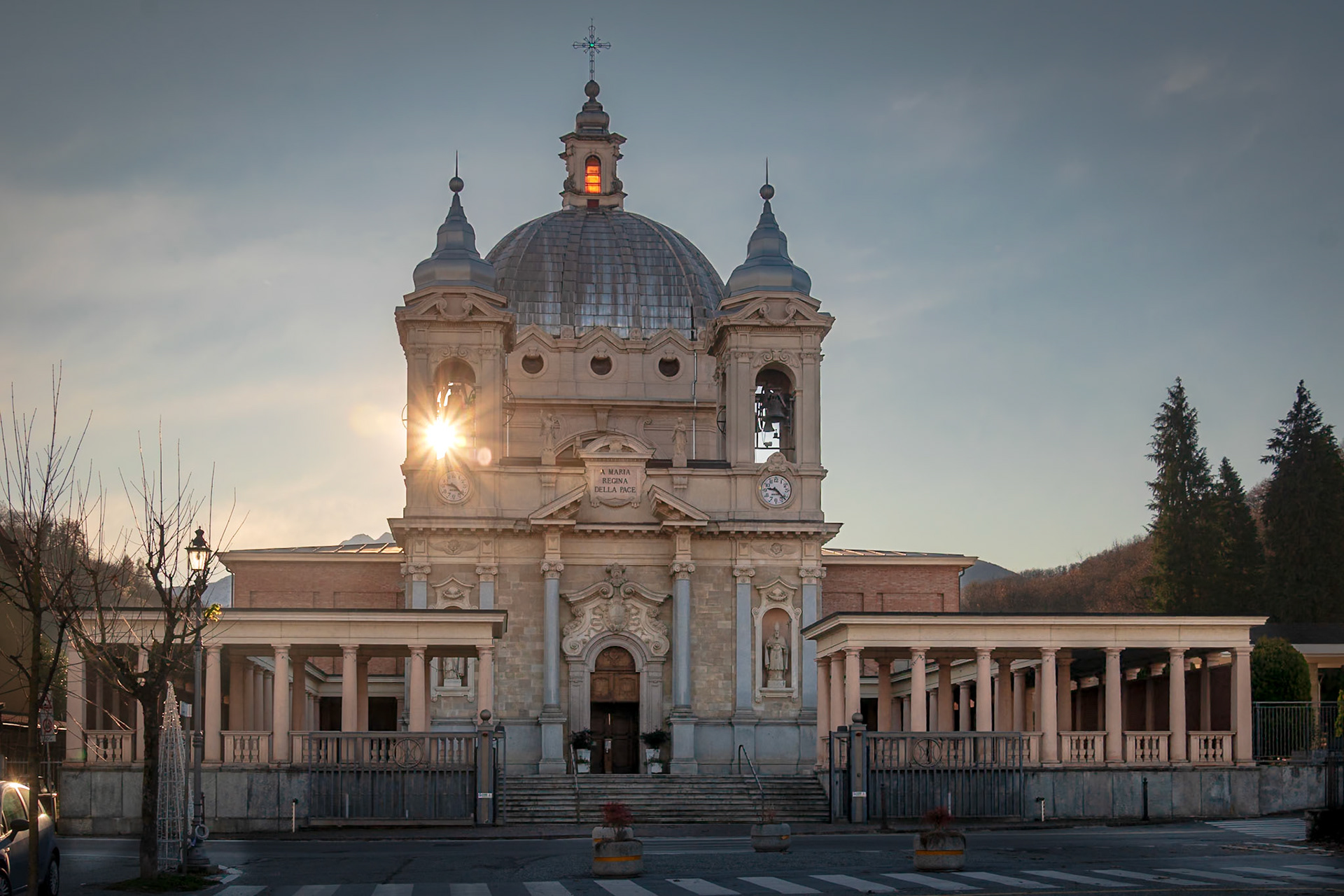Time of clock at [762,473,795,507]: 9:22
